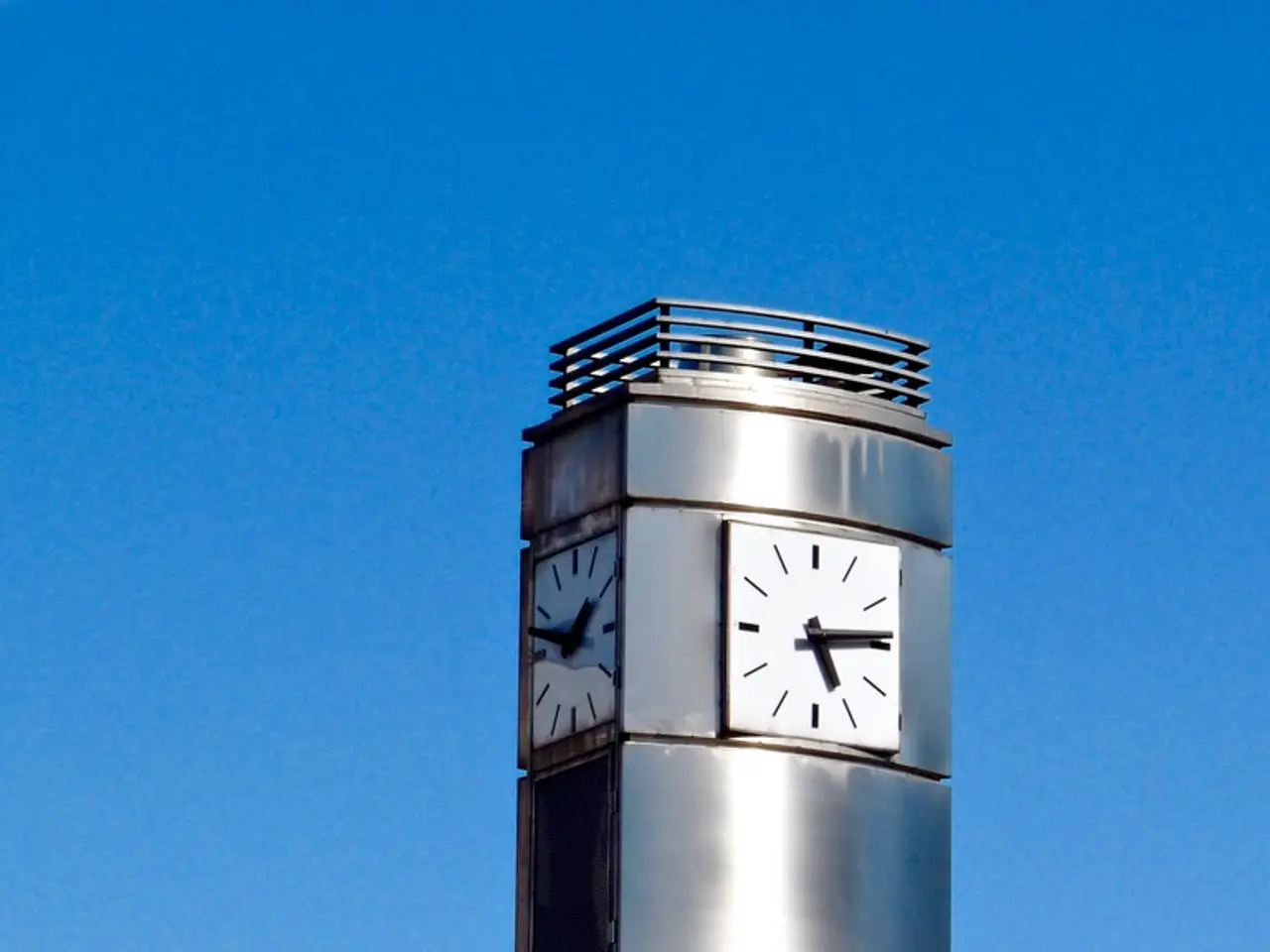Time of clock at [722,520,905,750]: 5:14
